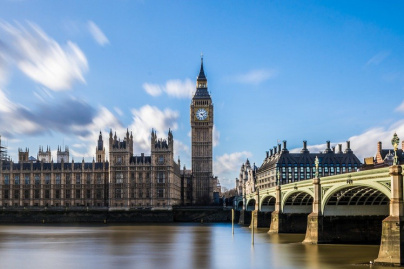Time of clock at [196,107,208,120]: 2:23
